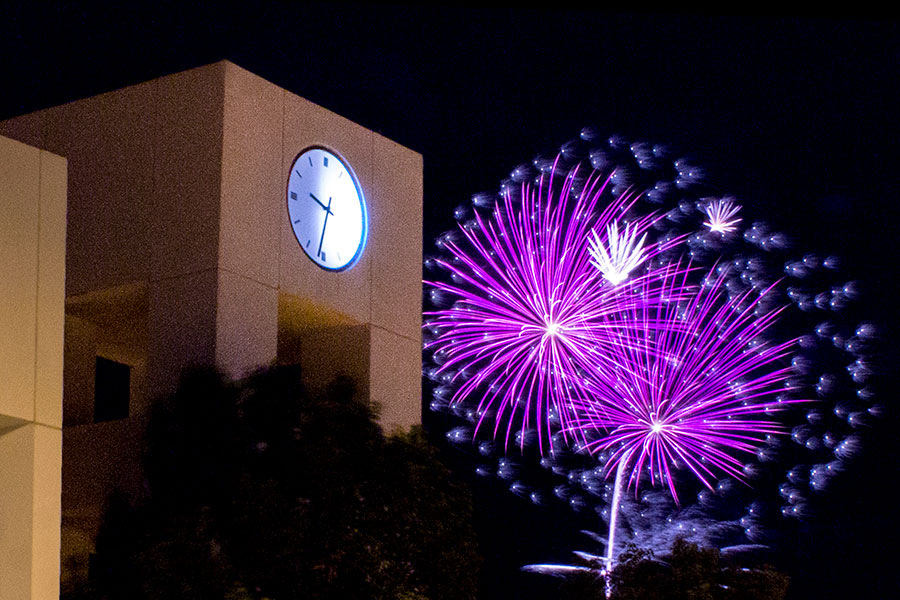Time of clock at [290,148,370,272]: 9:31
